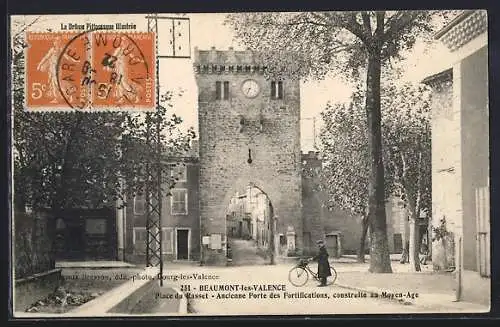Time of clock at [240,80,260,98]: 8:34
